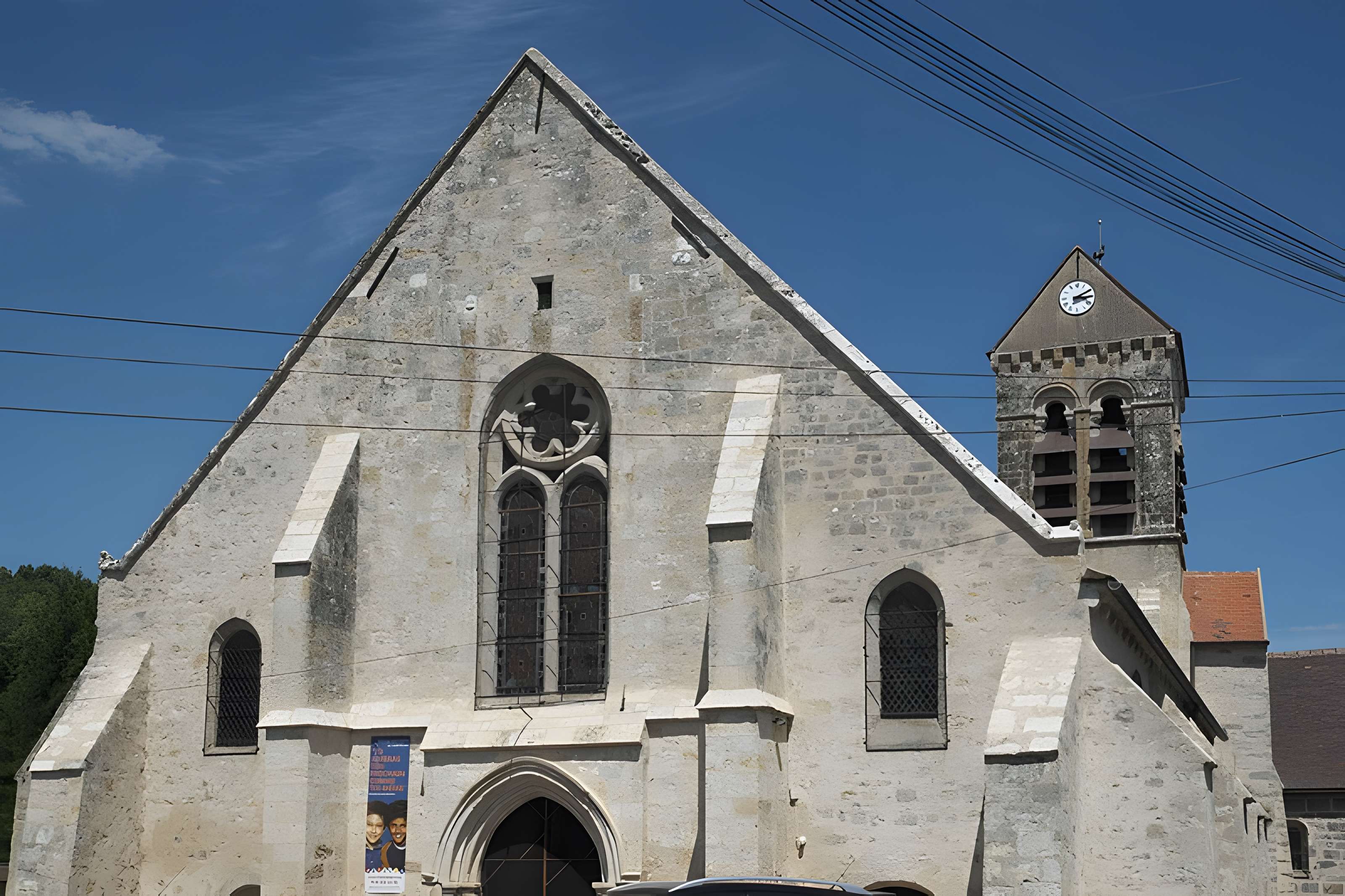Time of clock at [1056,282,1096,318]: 3:10
